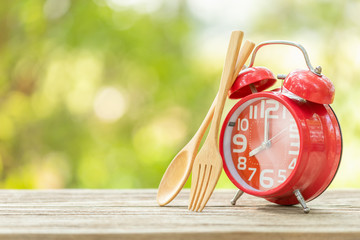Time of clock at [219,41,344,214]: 7:59
